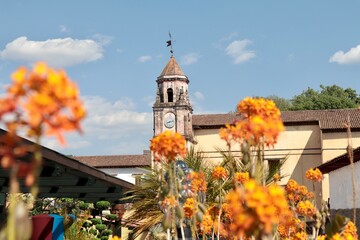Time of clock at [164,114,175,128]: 8:12
